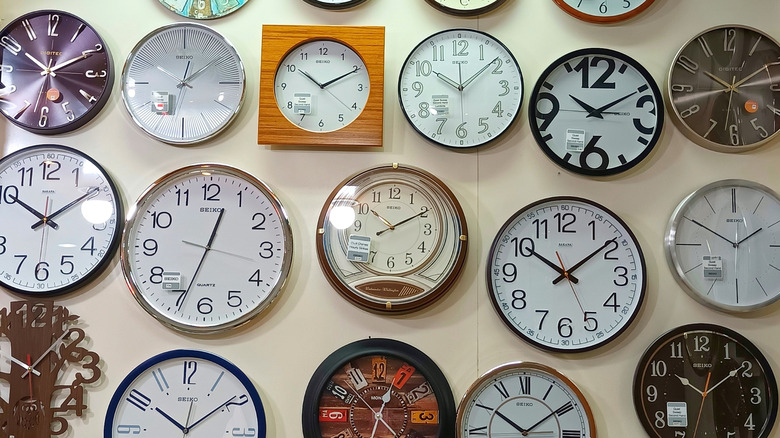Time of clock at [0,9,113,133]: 10:10
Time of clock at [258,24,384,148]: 10:10
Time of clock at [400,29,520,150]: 10:08
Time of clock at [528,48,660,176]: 10:10
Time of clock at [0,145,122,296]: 10:09
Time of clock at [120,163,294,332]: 12:34
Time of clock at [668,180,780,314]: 1:49
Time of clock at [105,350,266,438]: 10:08
